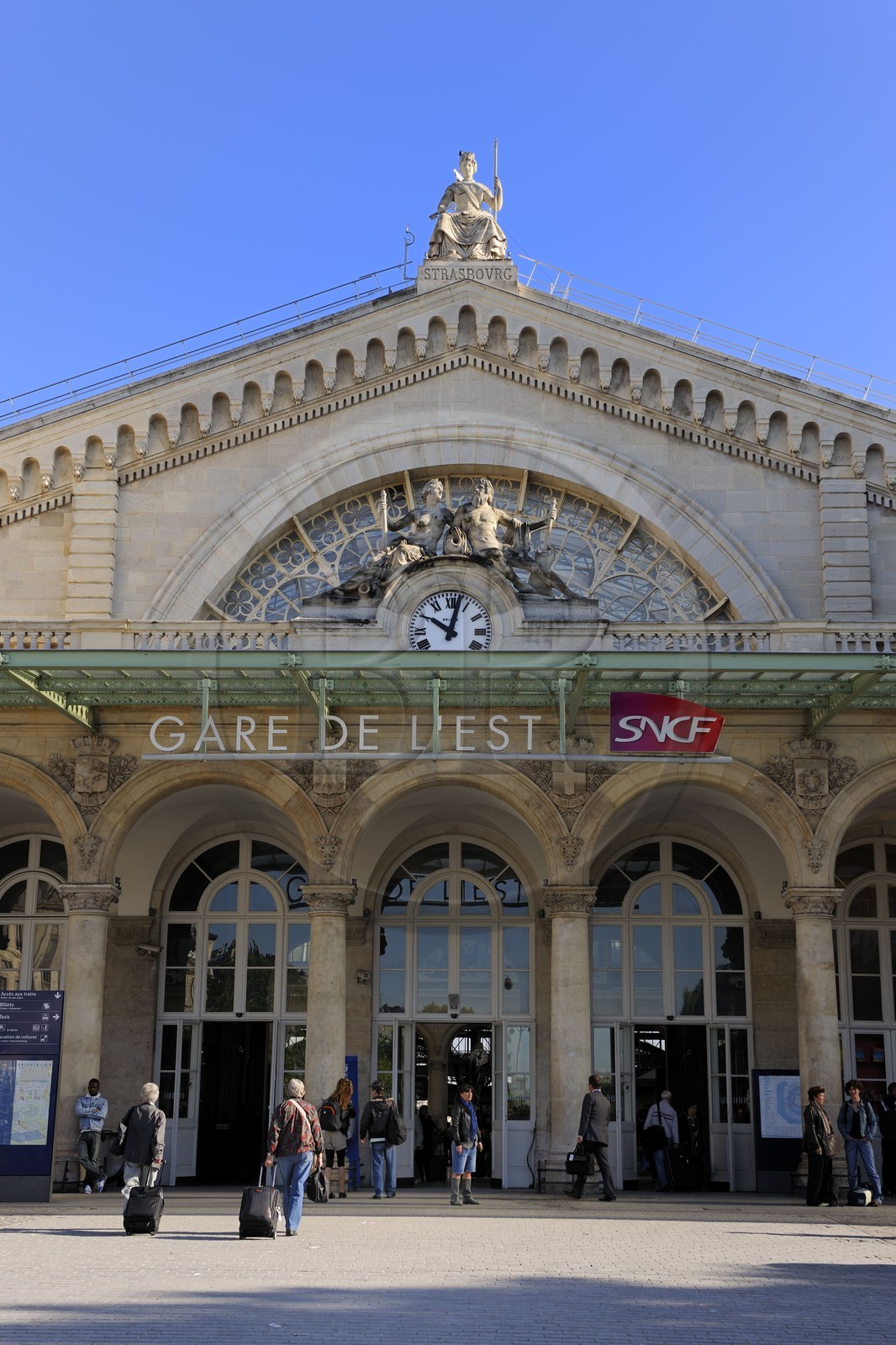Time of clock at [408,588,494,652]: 10:02
